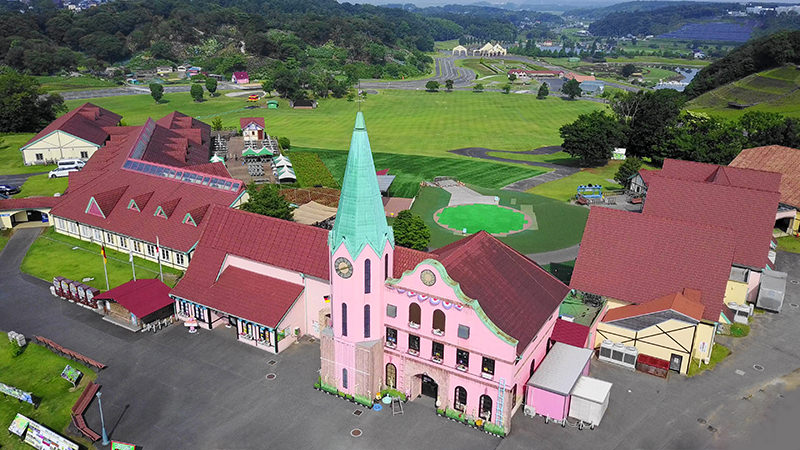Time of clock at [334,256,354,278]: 8:11
